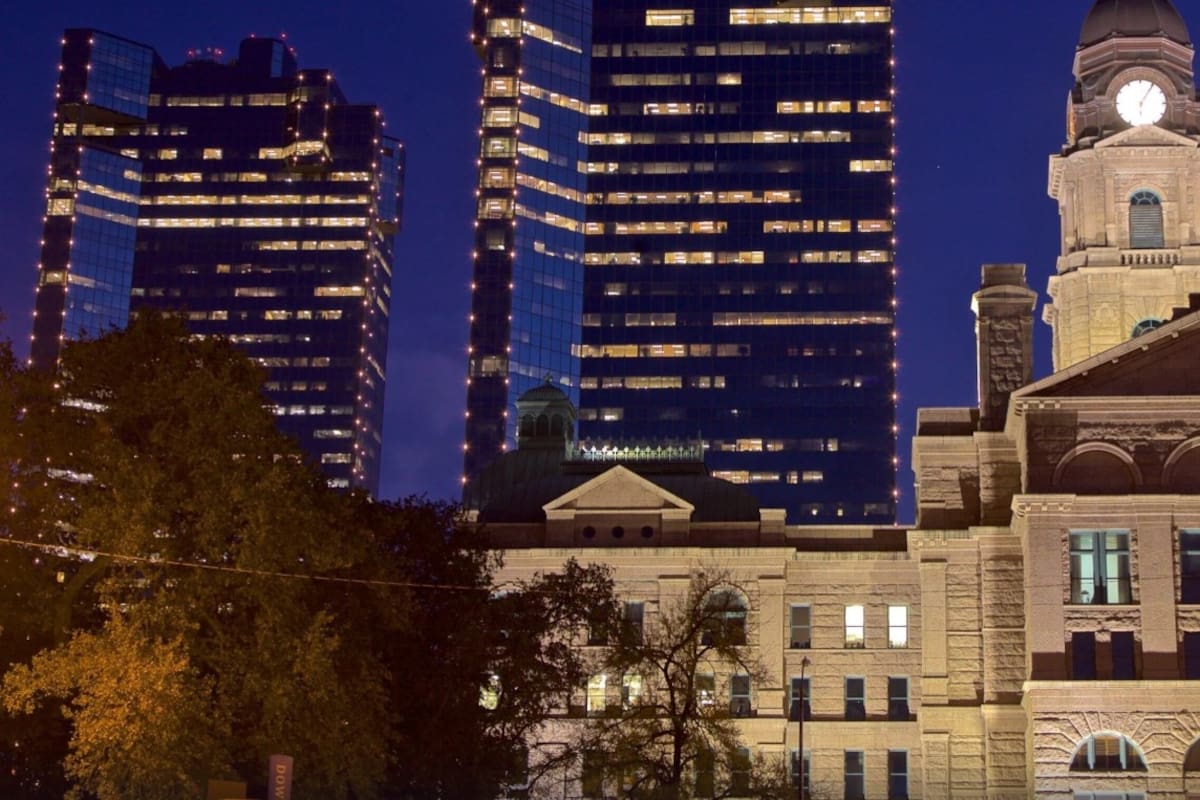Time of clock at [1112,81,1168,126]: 6:05
